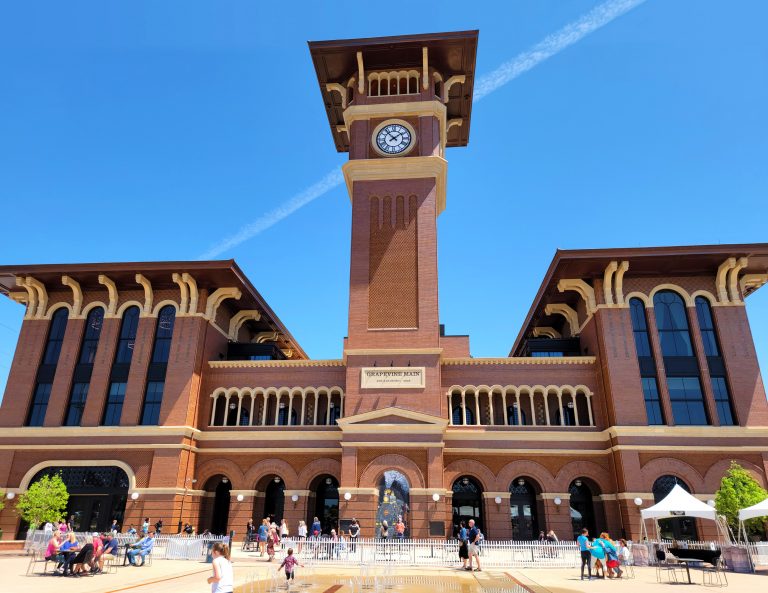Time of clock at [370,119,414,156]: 1:52
